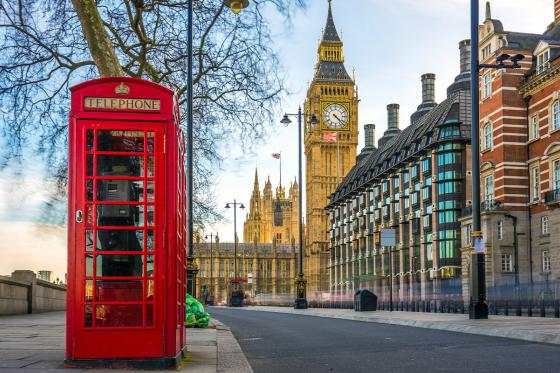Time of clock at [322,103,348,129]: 4:22
